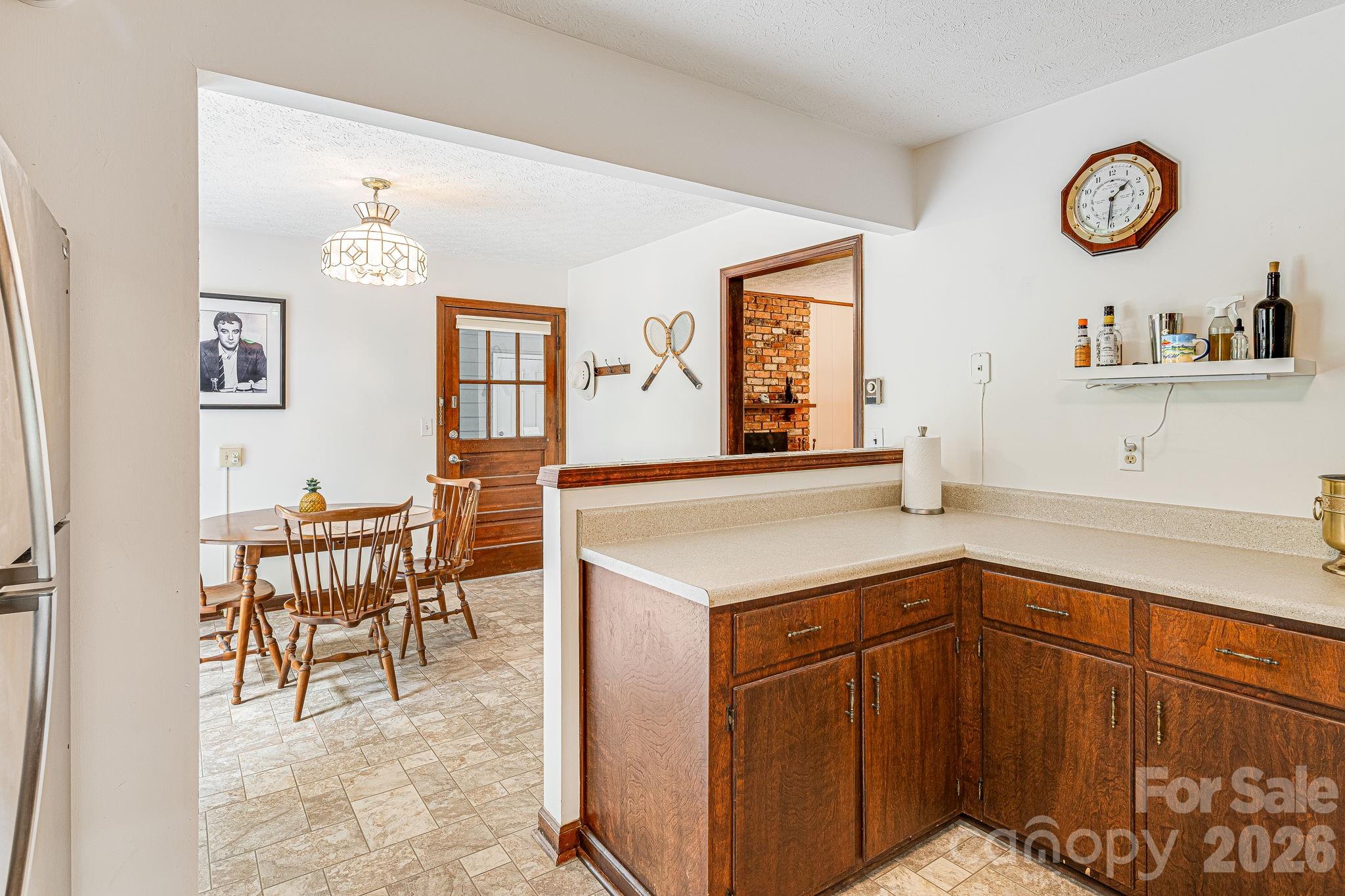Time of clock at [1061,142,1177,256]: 1:31
